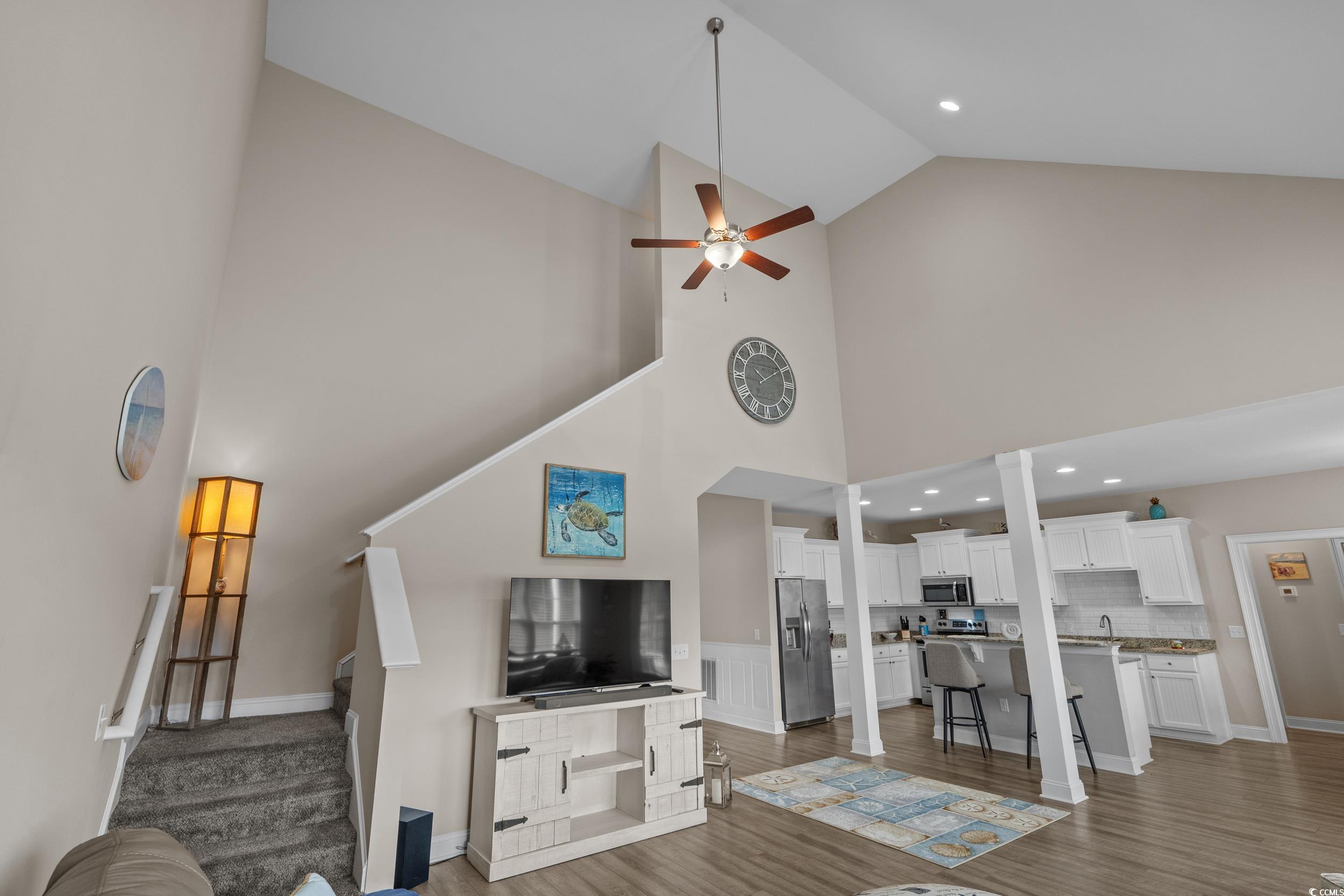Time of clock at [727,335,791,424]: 10:09
